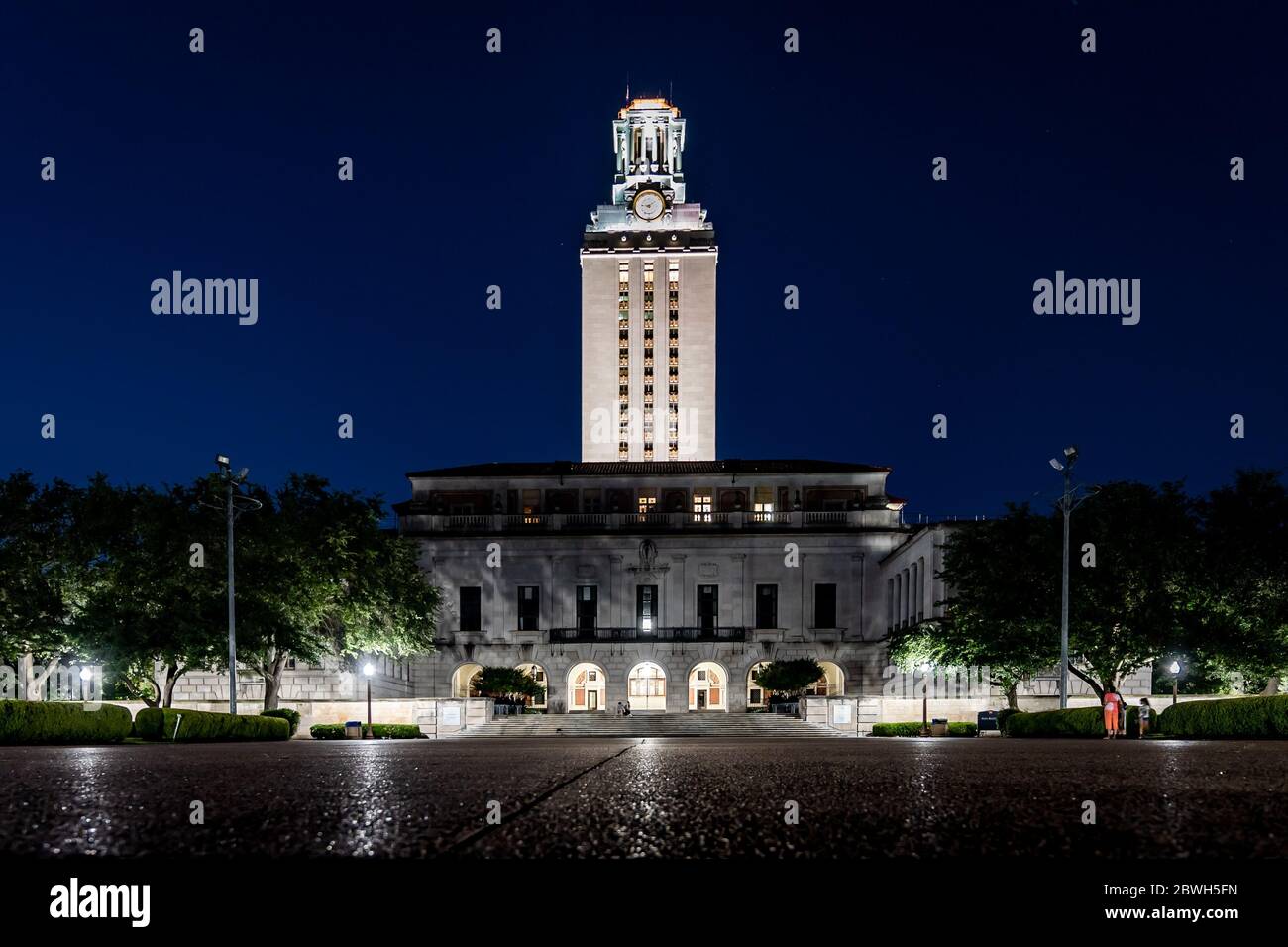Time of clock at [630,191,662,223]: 9:09
